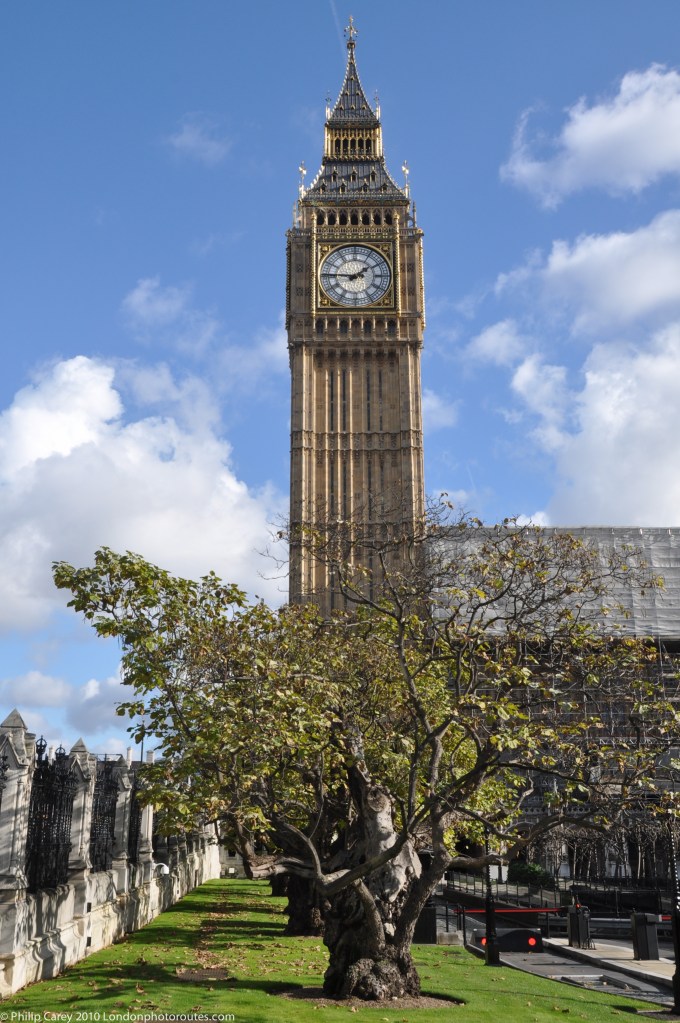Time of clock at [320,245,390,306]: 1:46
